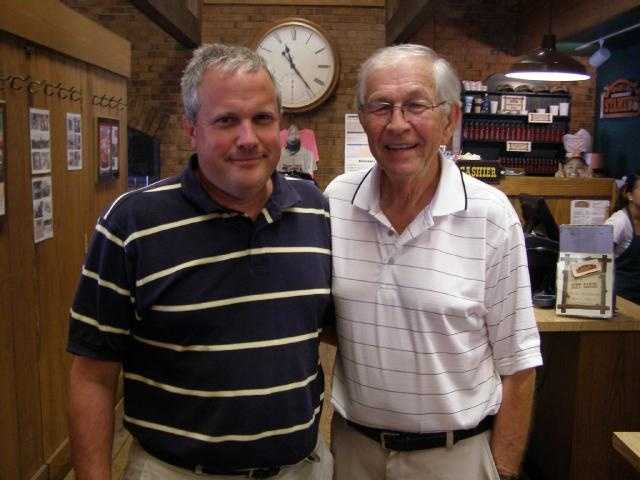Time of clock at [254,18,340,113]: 11:23
